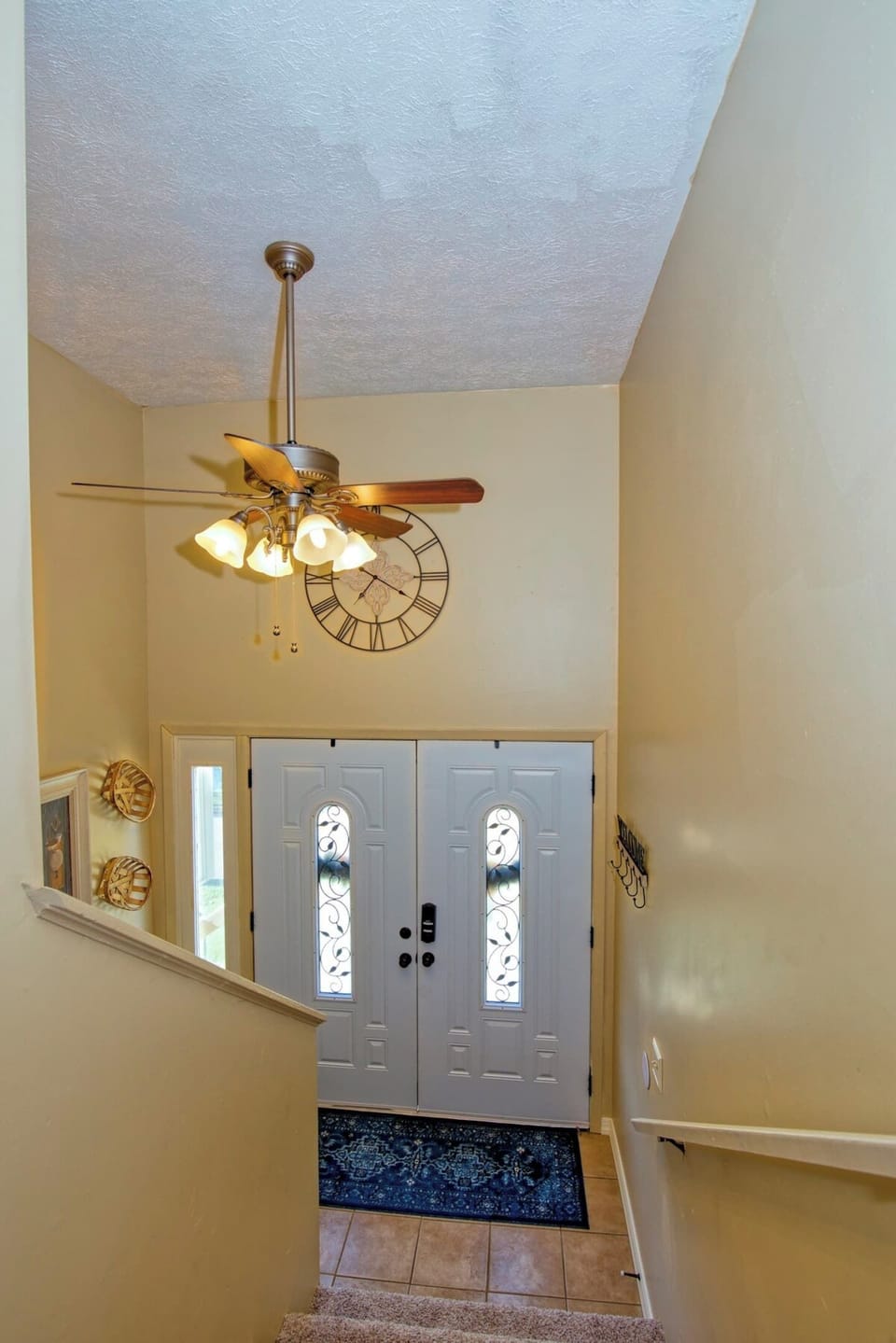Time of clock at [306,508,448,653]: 7:19
